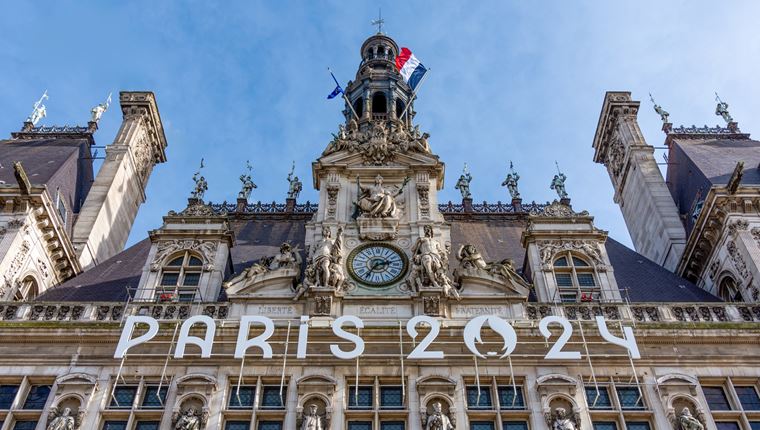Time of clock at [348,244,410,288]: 2:35
